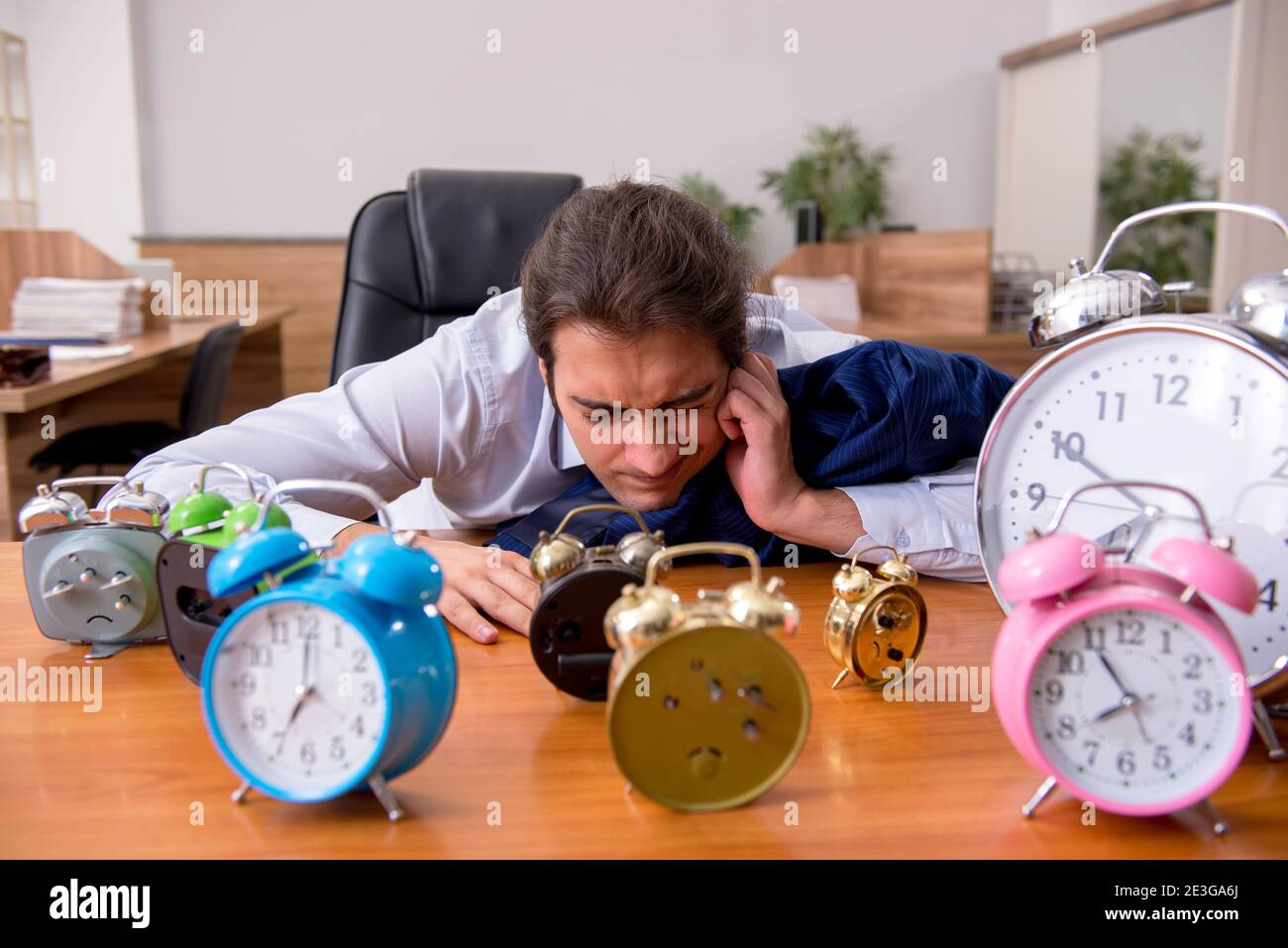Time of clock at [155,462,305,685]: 7:00
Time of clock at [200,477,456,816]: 7:00
